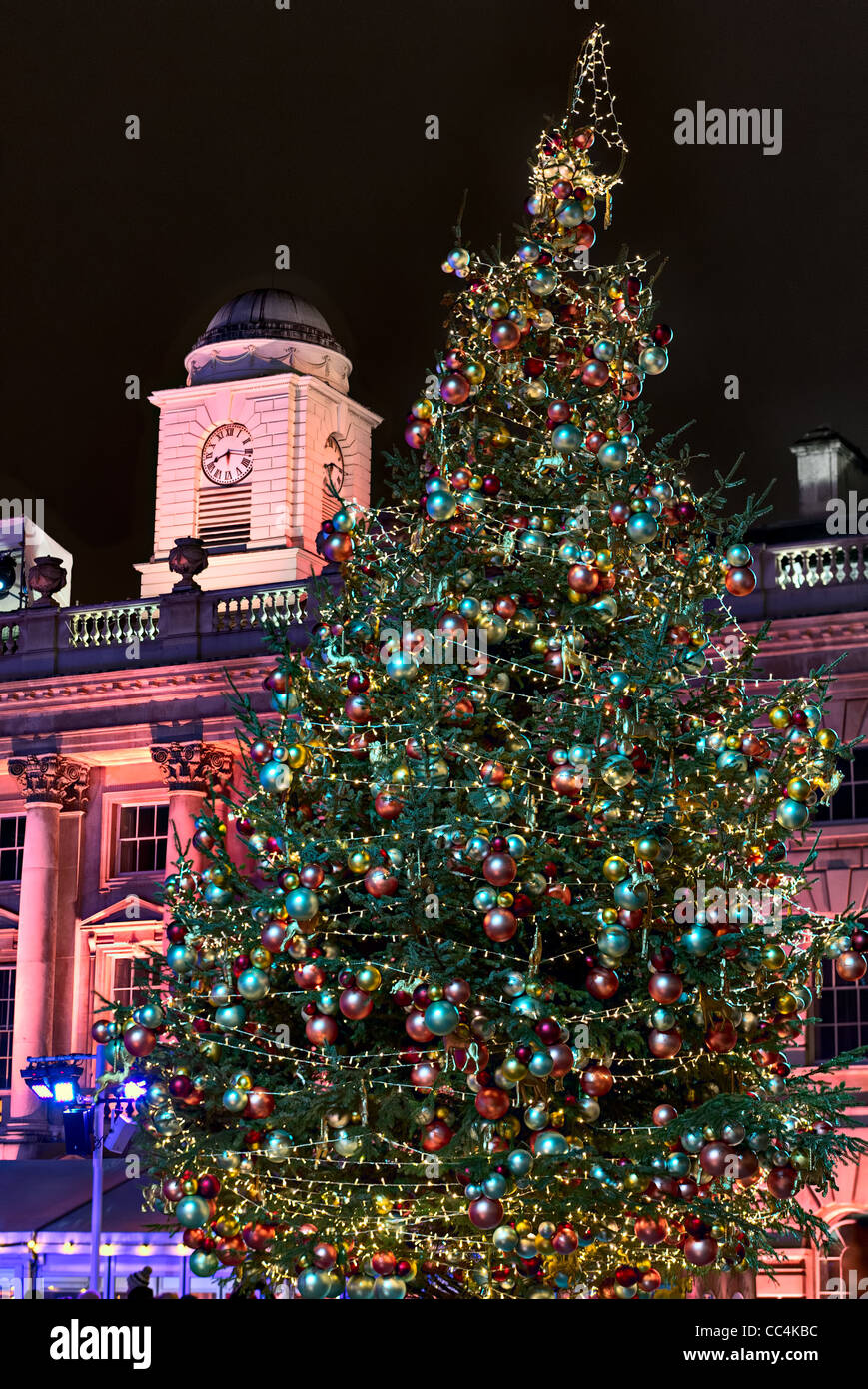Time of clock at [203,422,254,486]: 8:16
